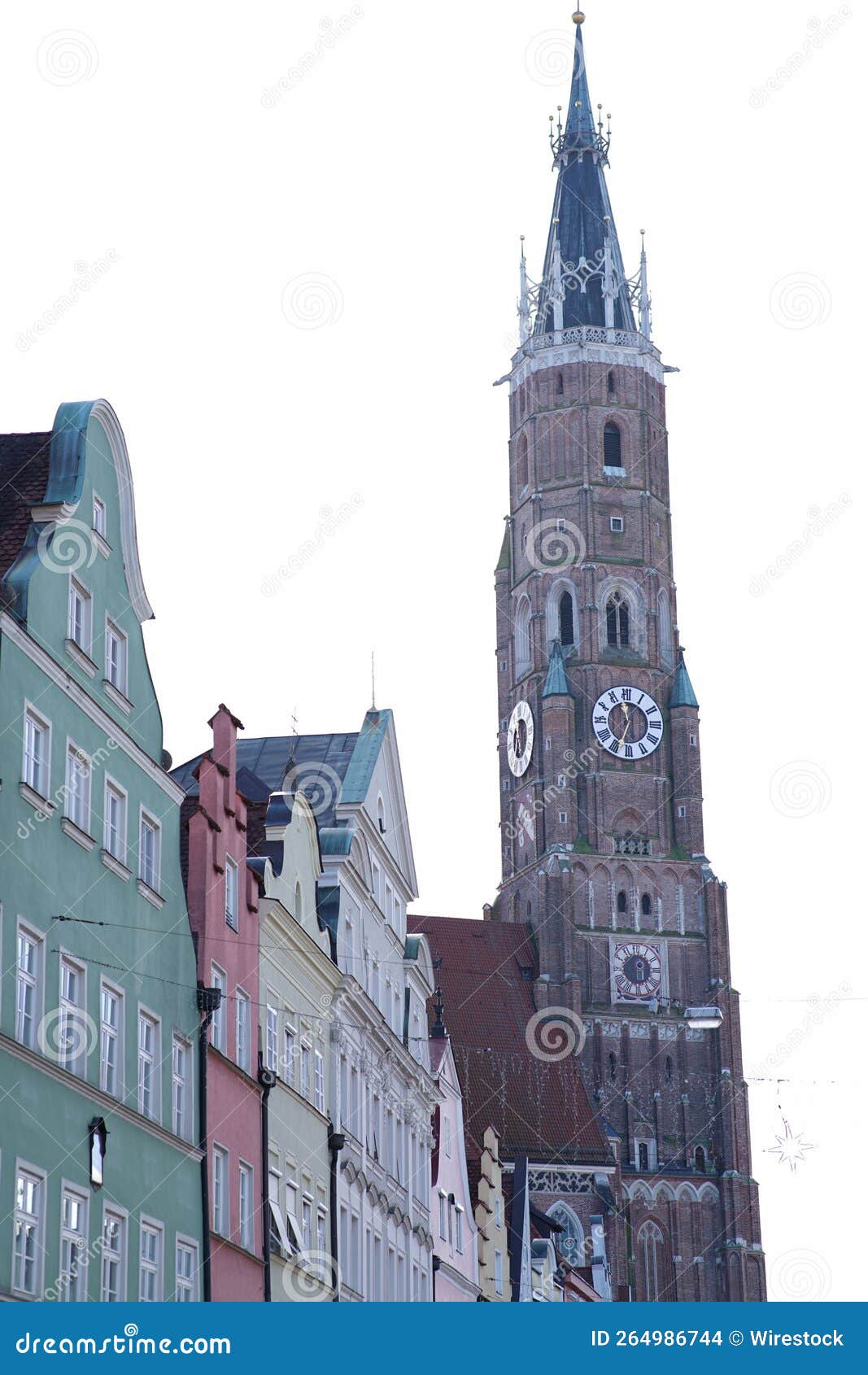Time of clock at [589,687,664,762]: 11:33
